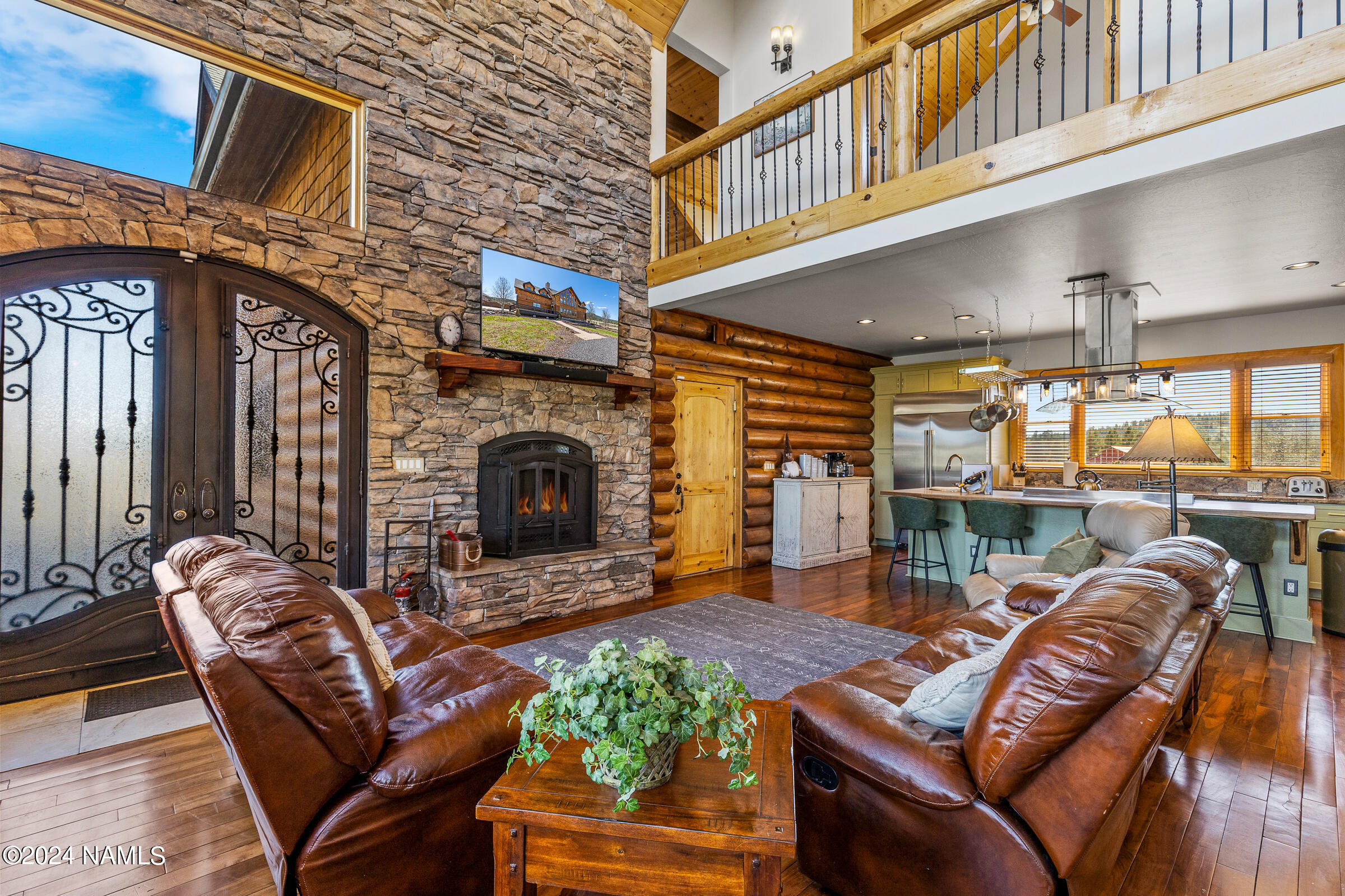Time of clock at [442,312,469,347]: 10:45
